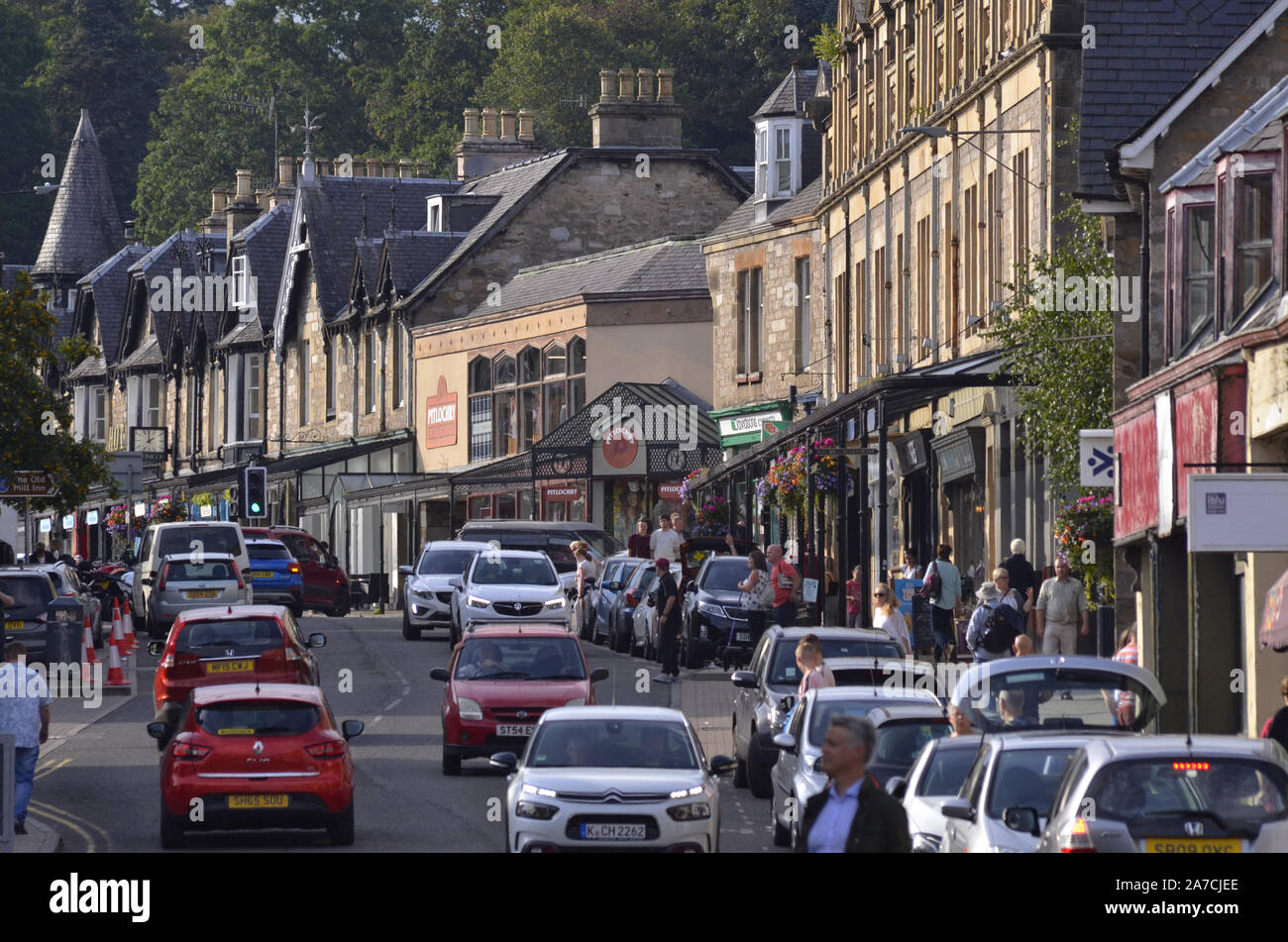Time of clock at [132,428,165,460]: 1:59
